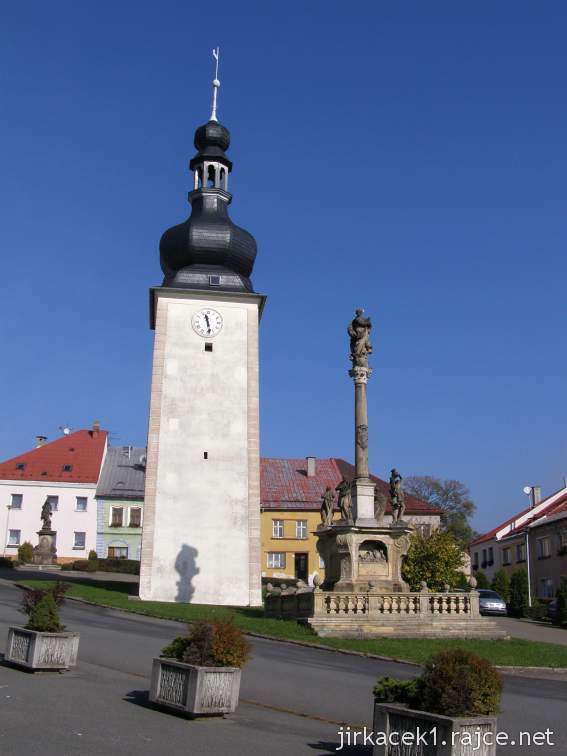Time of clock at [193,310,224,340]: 11:28
